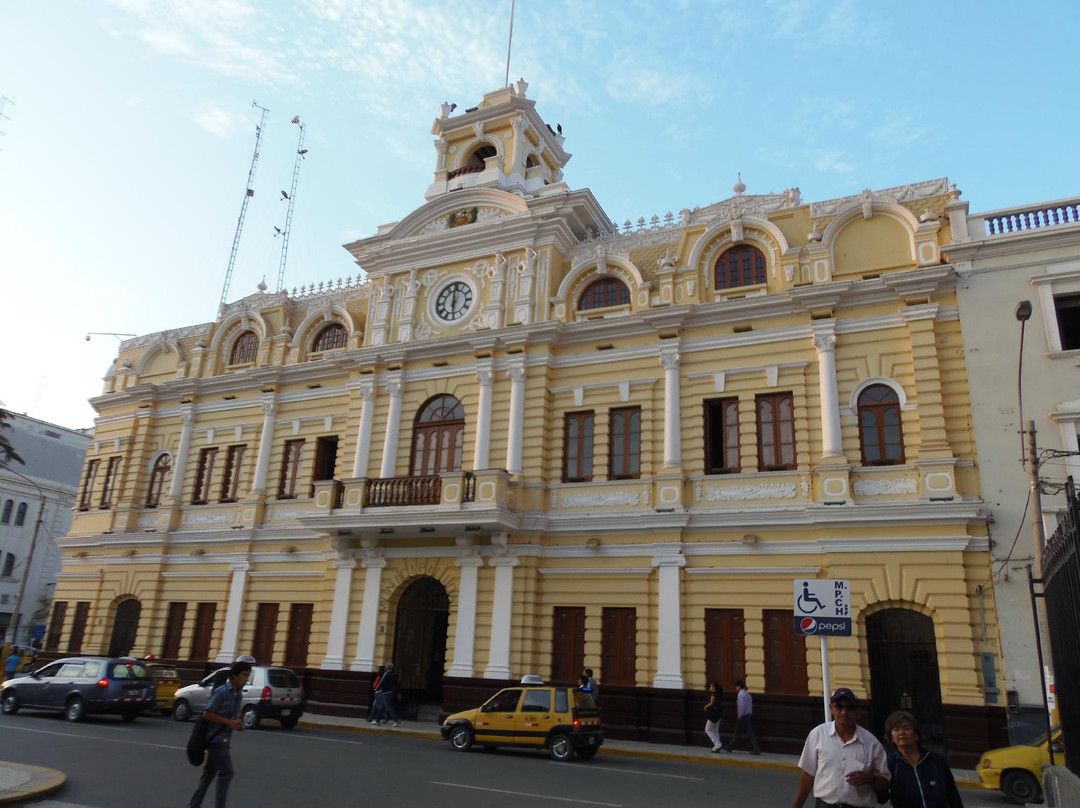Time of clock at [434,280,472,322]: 5:59
